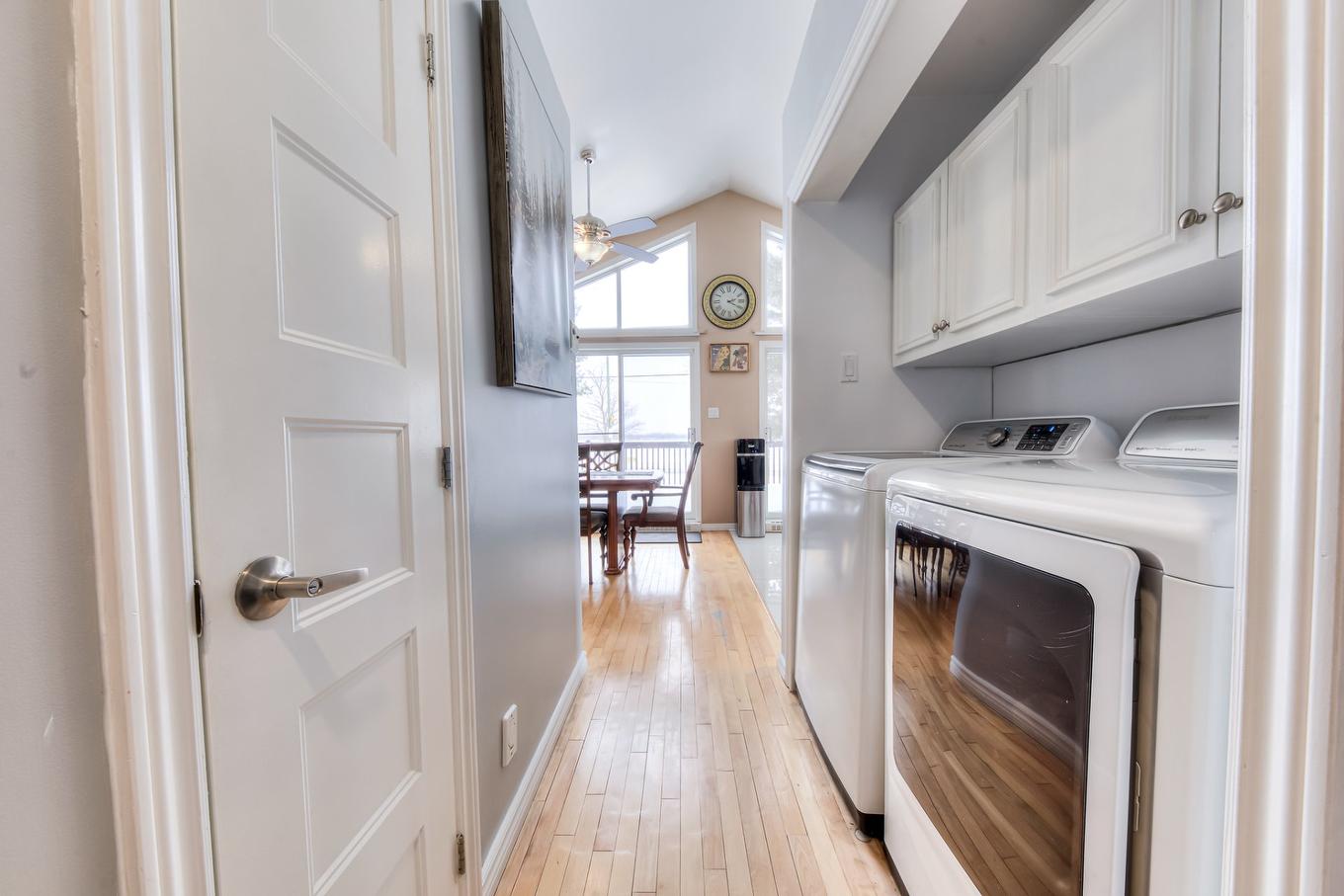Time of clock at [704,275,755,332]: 2:19
